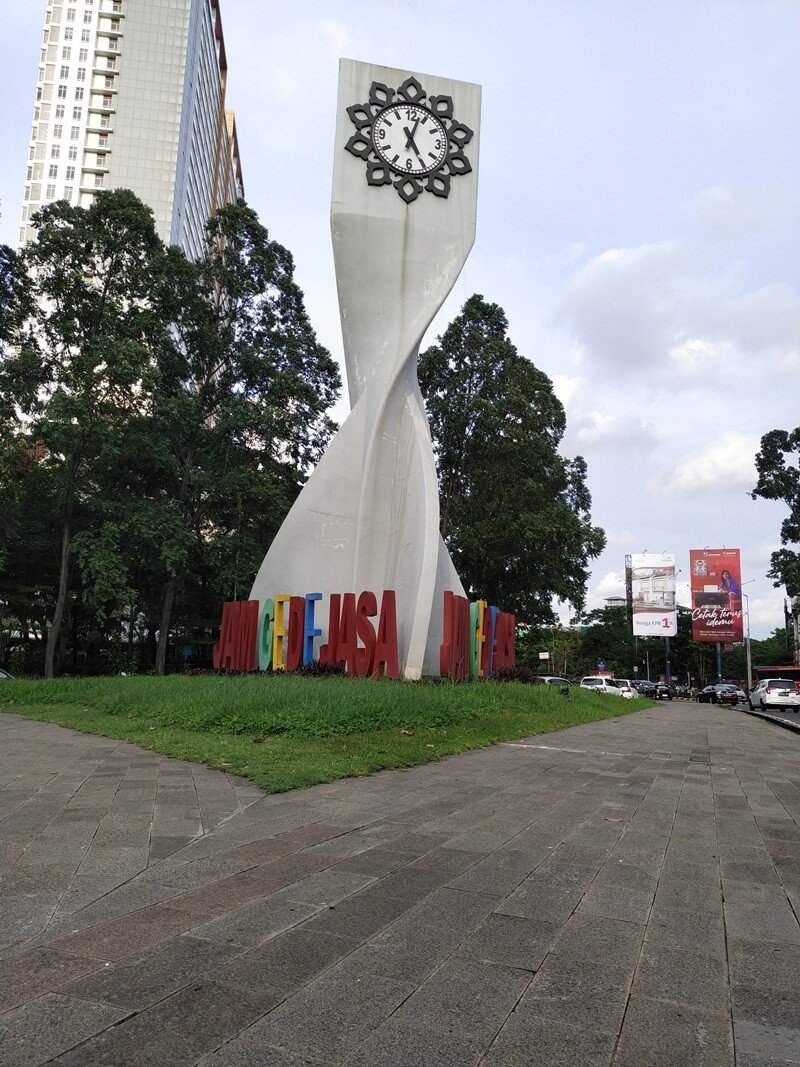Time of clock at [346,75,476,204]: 5:03
